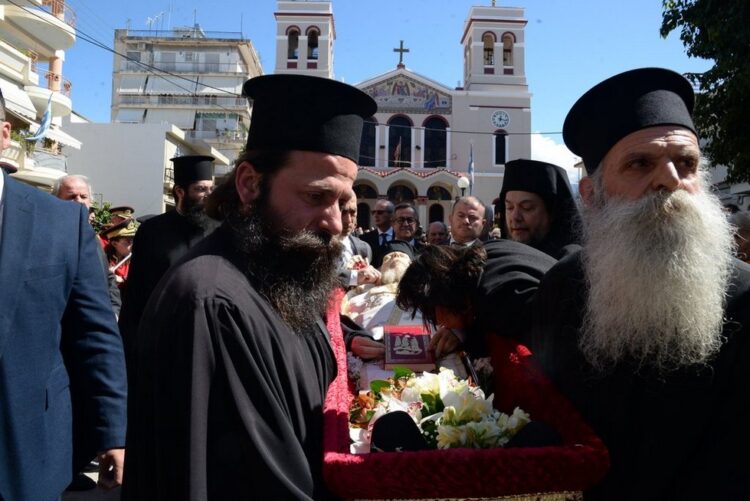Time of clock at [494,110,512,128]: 12:16
